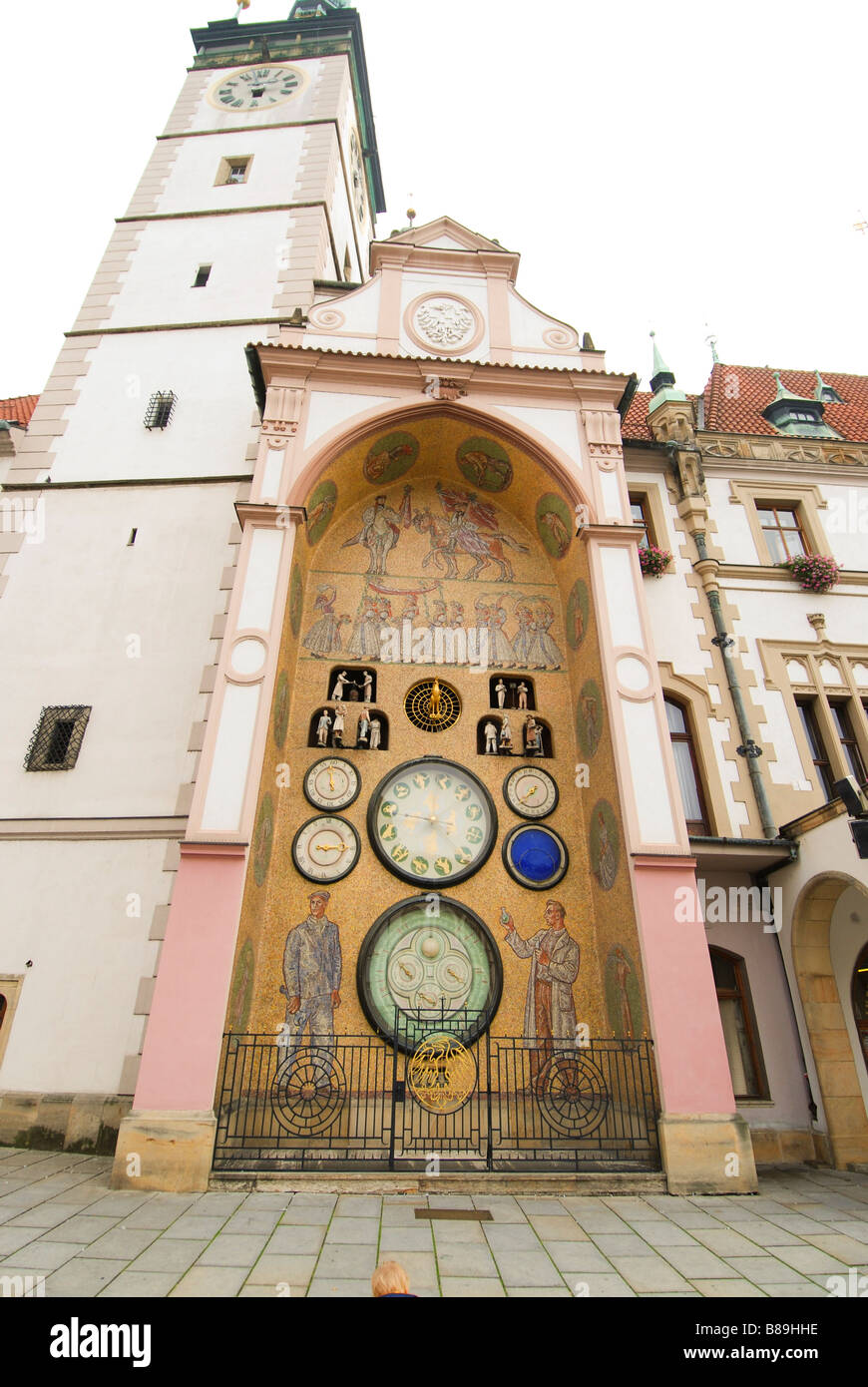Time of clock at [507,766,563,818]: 7:37
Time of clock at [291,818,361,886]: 9:14
